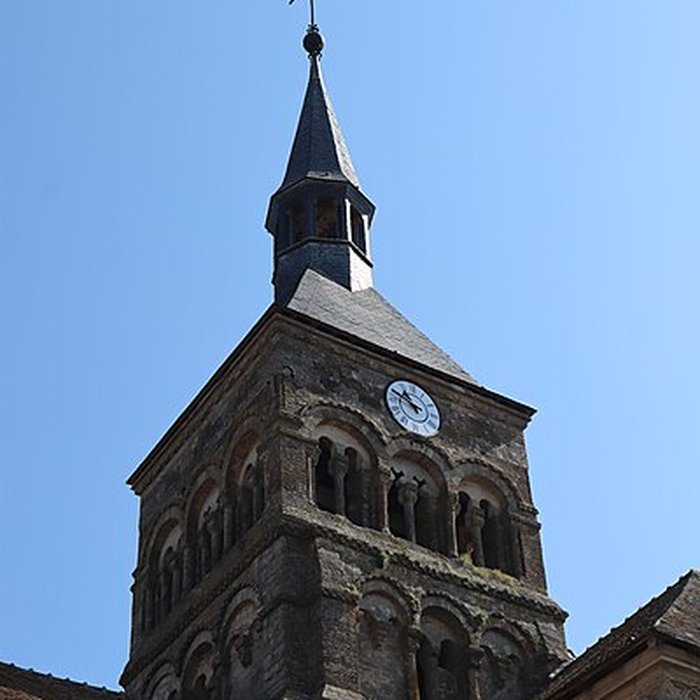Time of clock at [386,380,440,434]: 10:48
